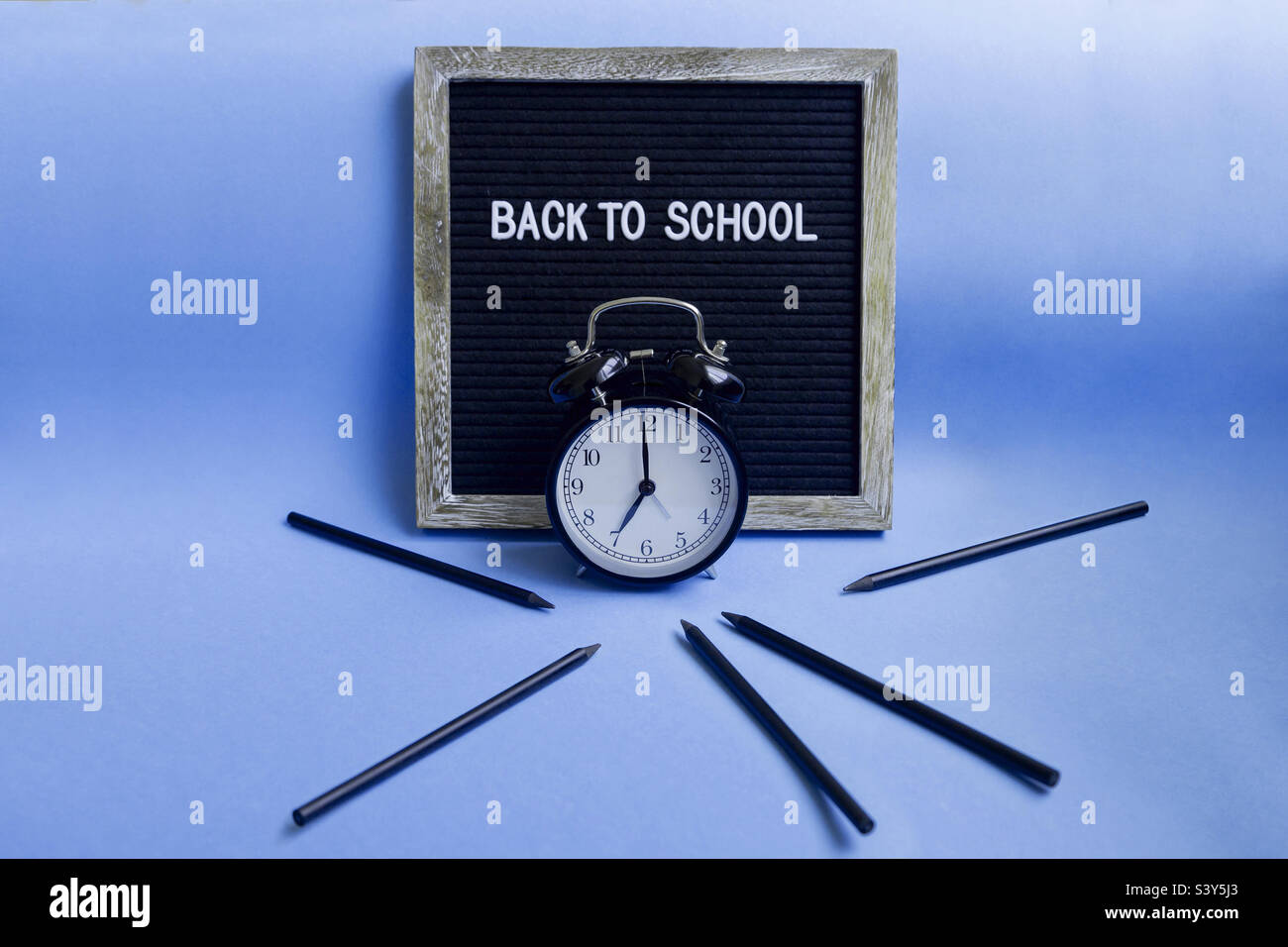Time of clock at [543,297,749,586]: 7:00
